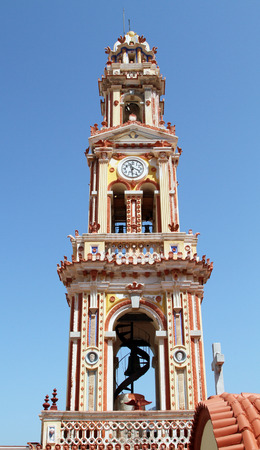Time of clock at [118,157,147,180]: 11:18
